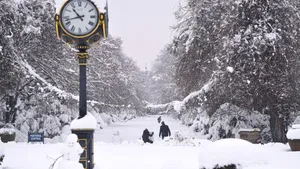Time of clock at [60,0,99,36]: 10:42
